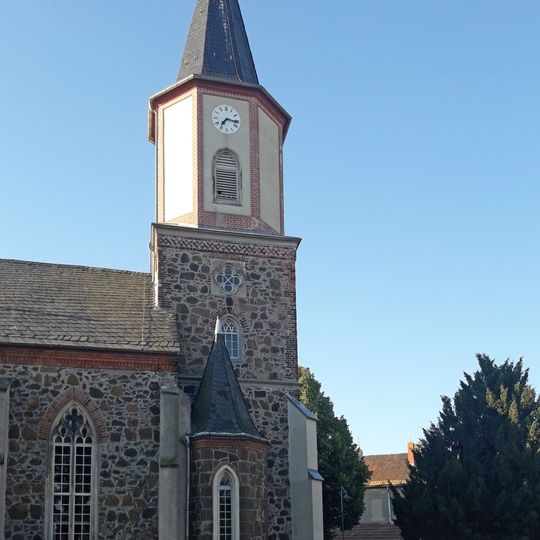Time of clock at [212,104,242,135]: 7:16
